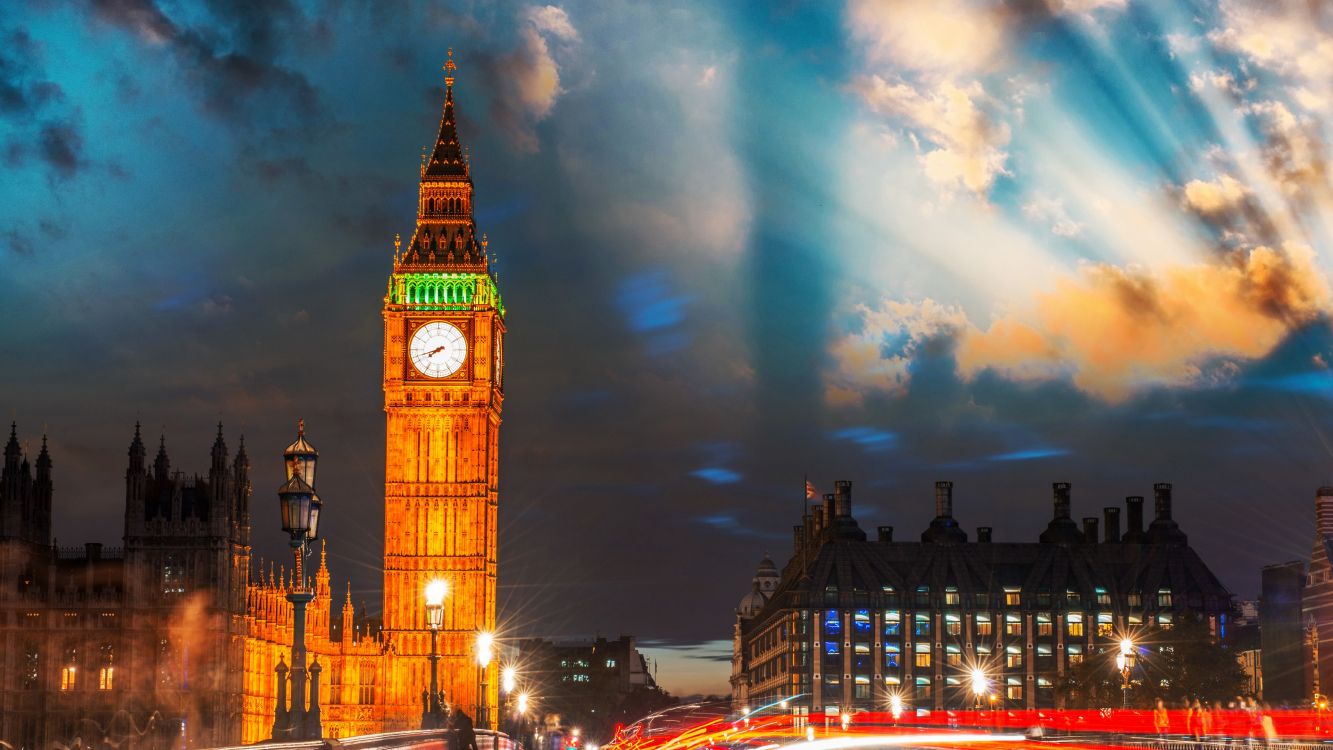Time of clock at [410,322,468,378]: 7:42
